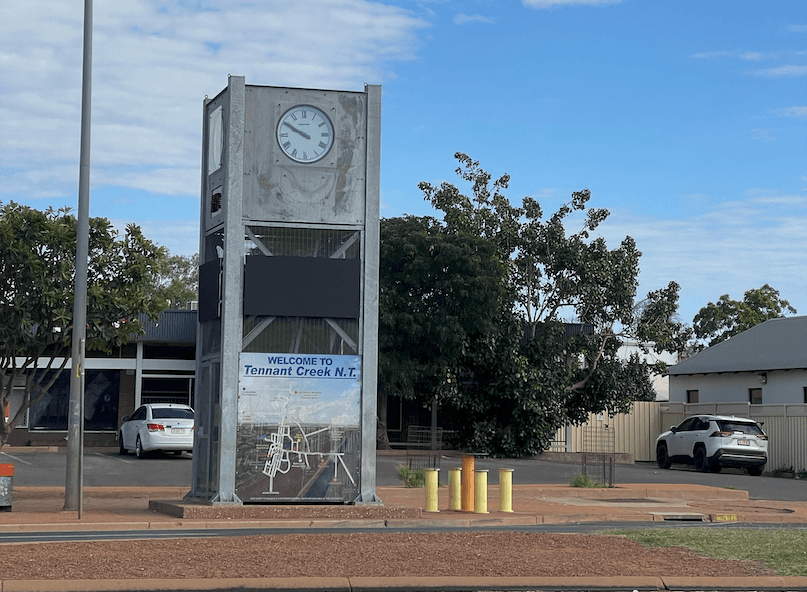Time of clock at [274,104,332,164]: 9:50
